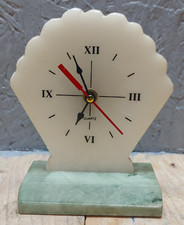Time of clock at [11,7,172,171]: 6:55
